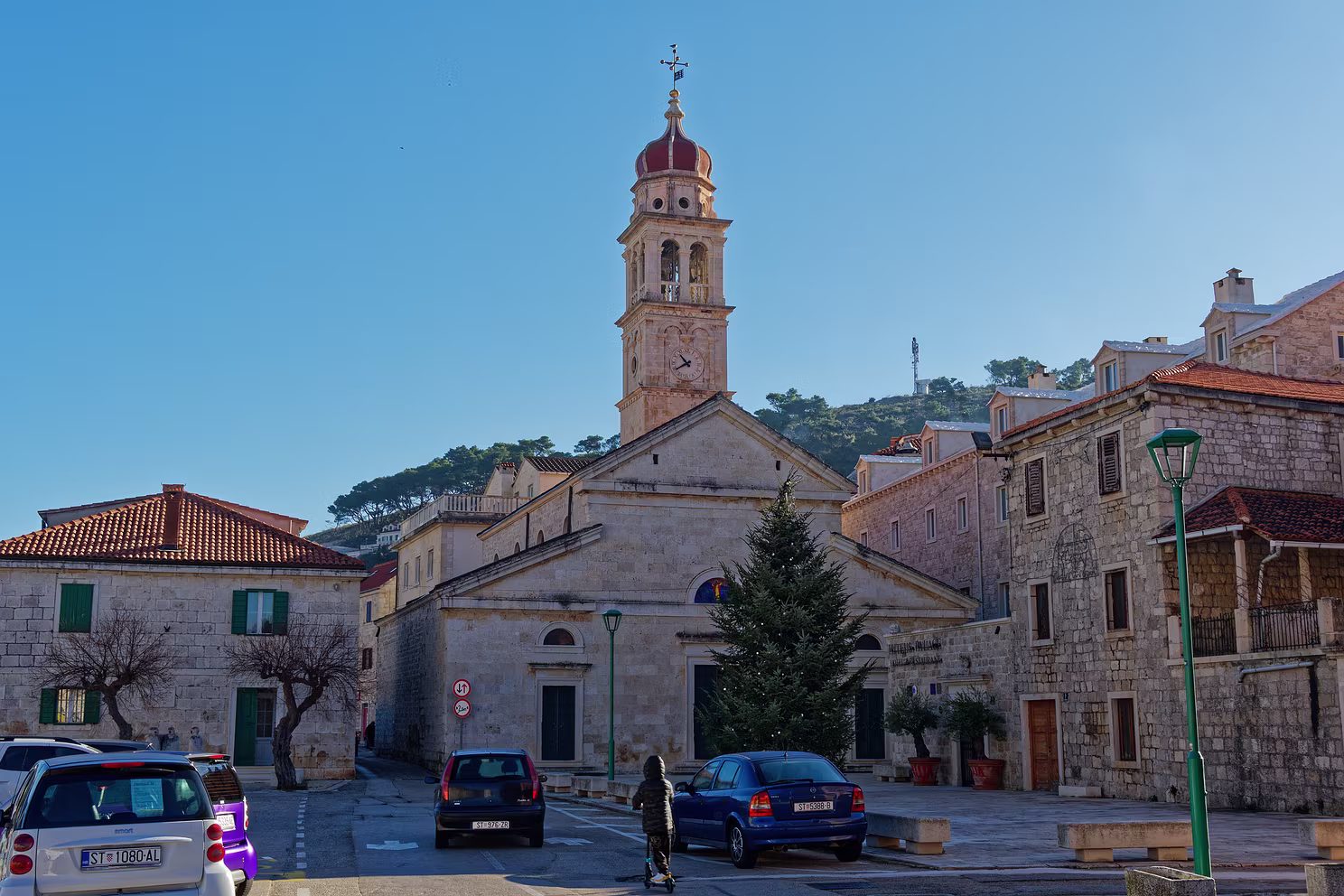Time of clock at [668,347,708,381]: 10:39
